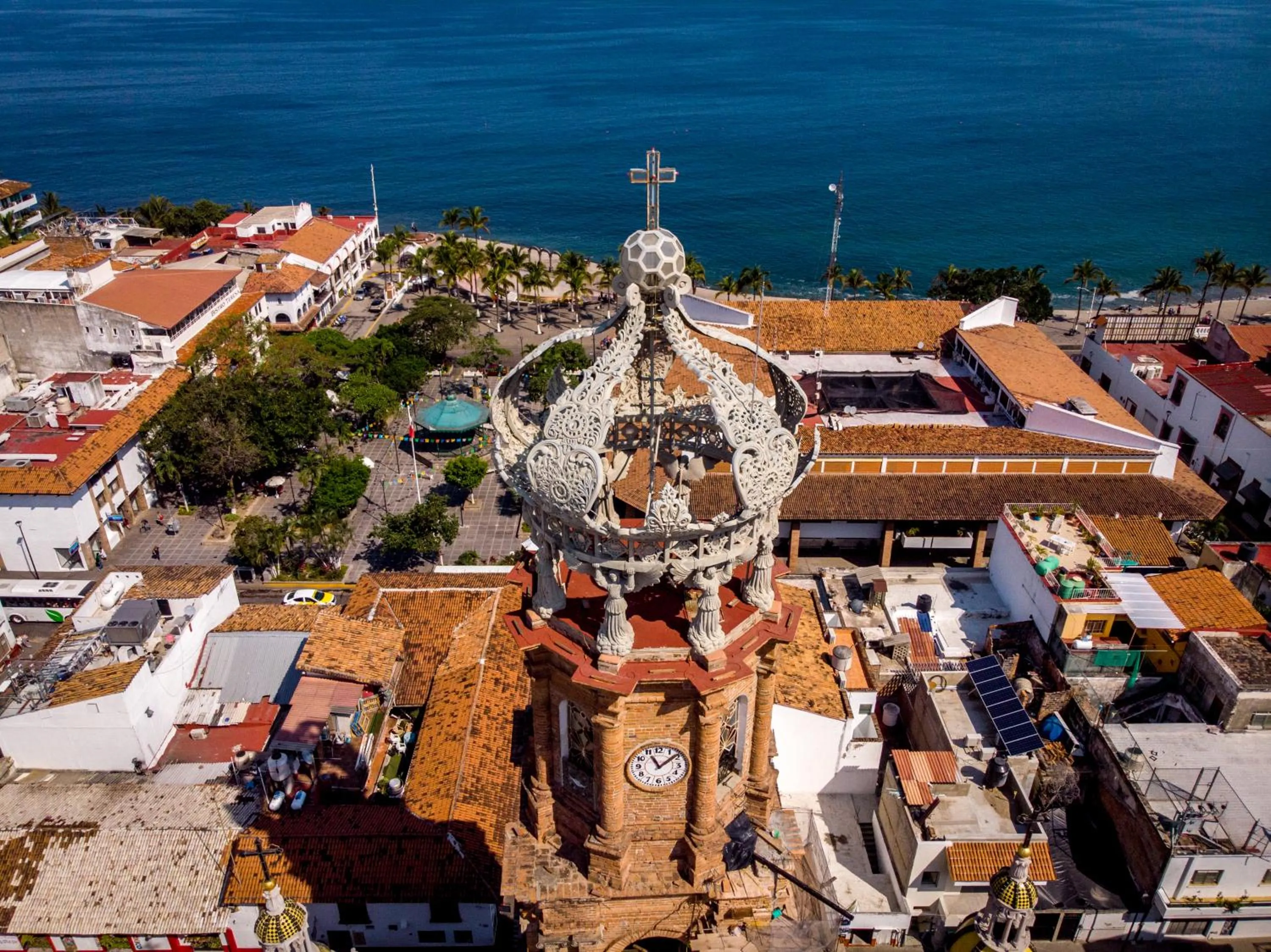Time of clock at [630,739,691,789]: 11:08
